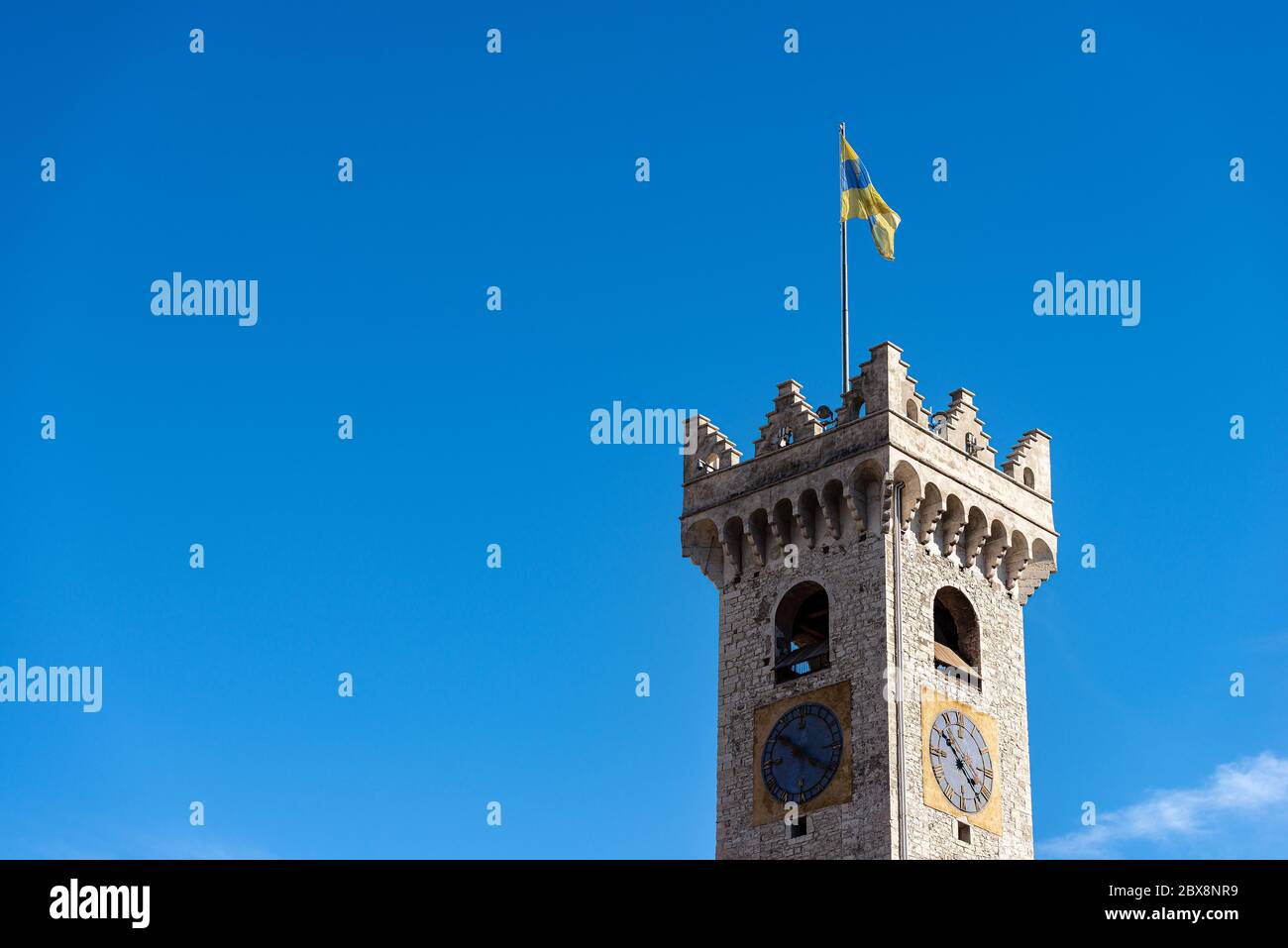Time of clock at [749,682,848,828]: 10:20
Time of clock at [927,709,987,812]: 10:22
